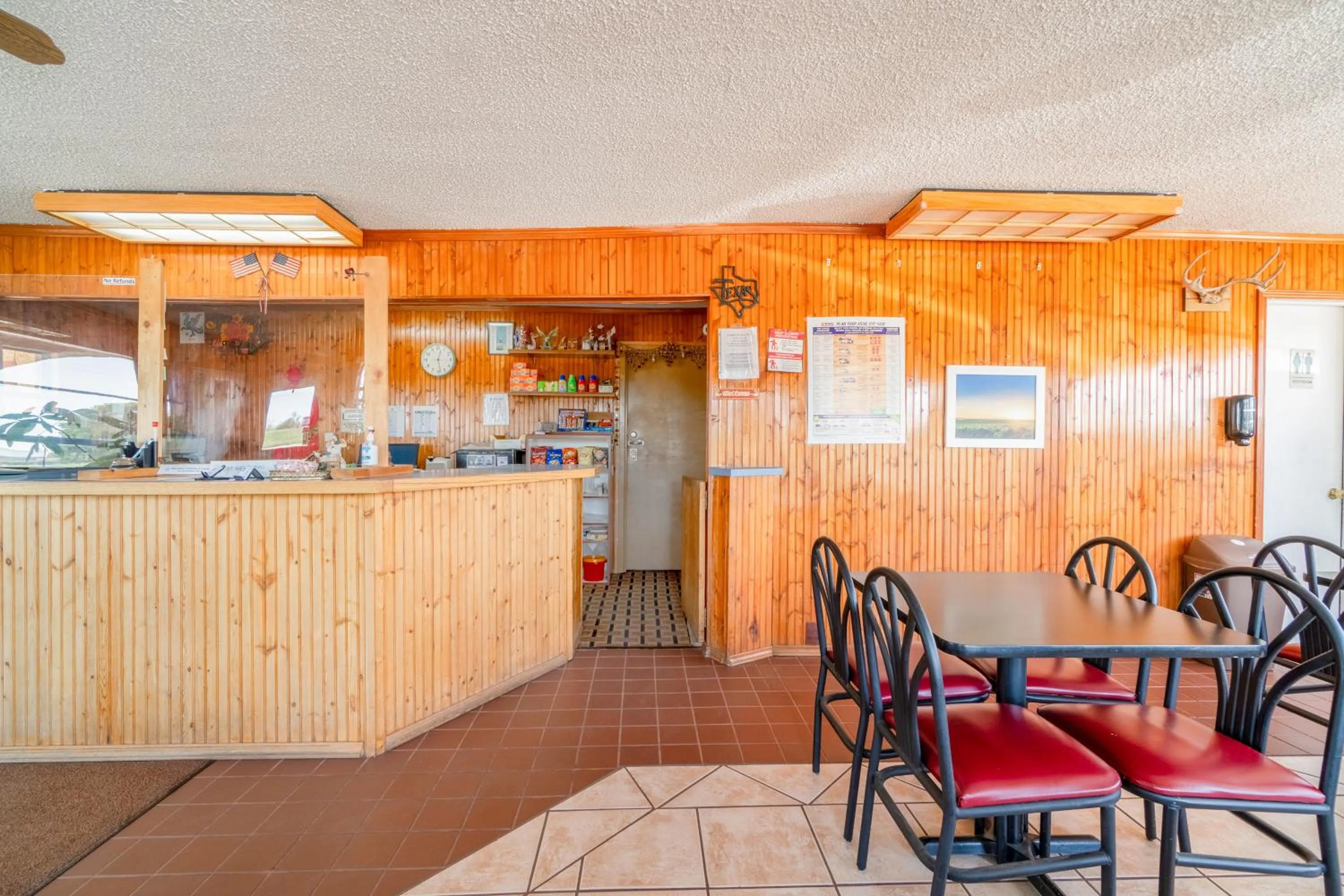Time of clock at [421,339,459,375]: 12:28
